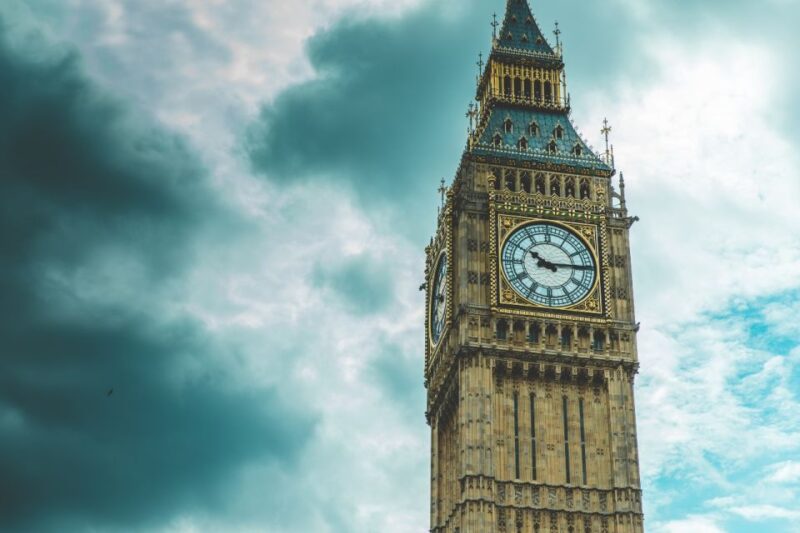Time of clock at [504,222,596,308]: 10:14
